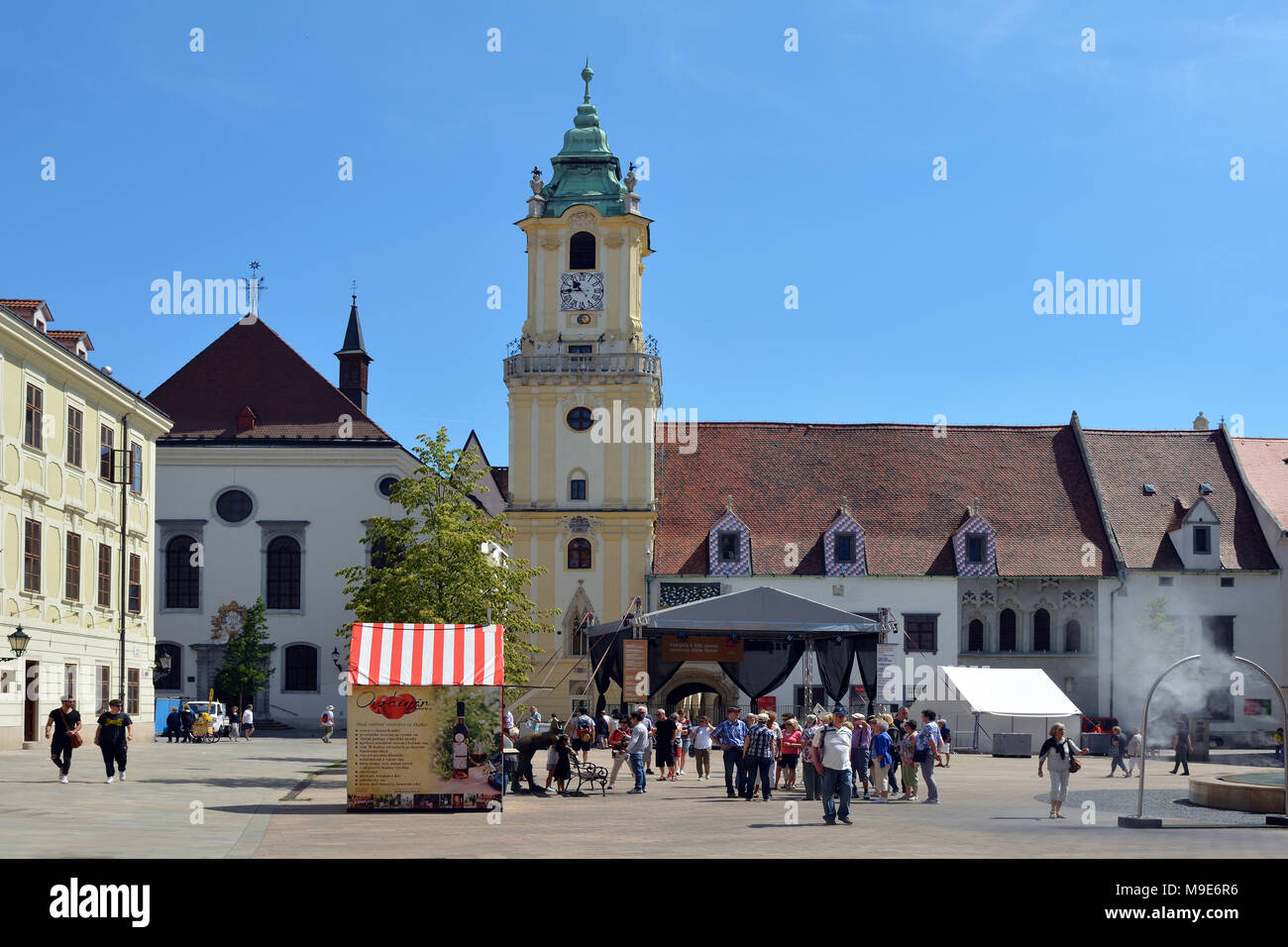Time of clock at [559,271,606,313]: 10:44
